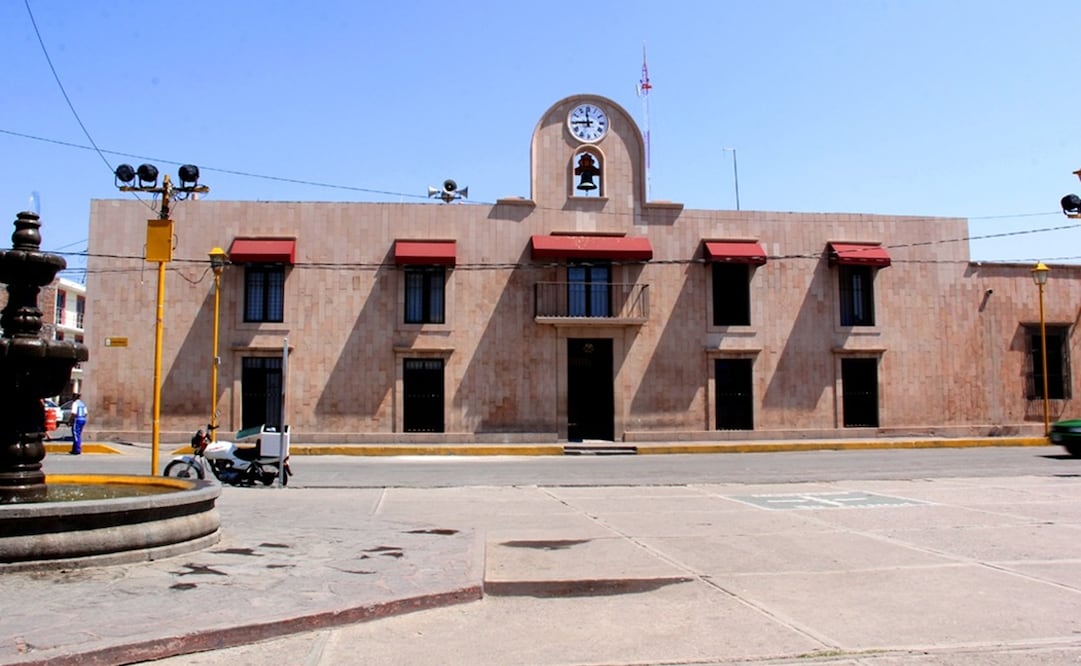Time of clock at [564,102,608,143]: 11:44
